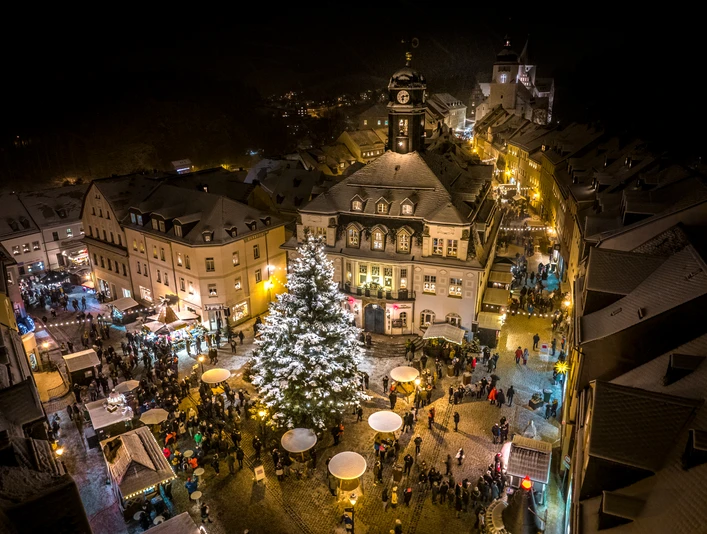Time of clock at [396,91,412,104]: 6:12
